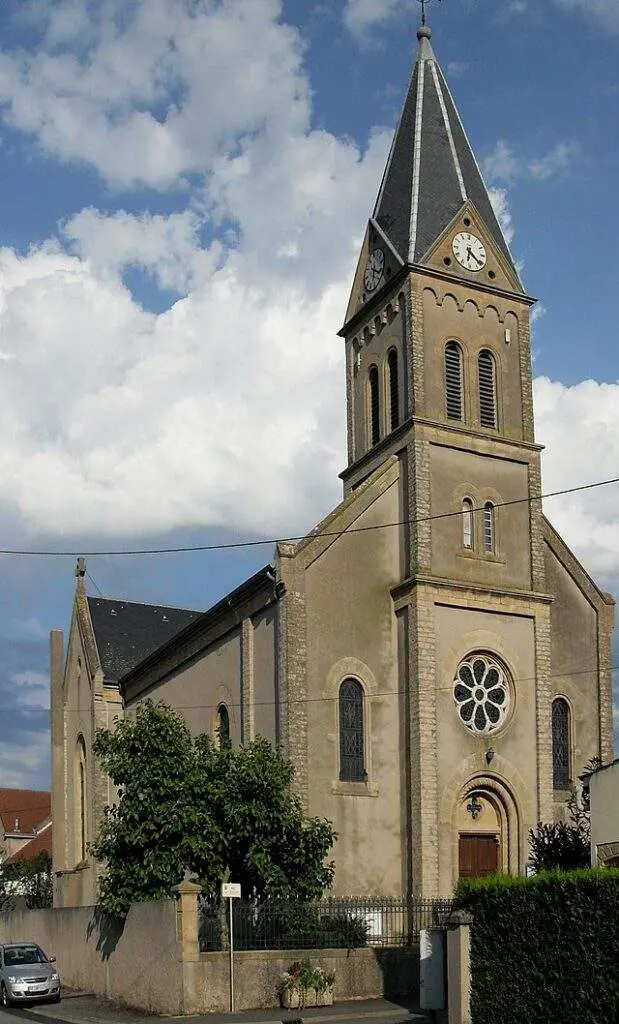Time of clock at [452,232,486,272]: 6:21
